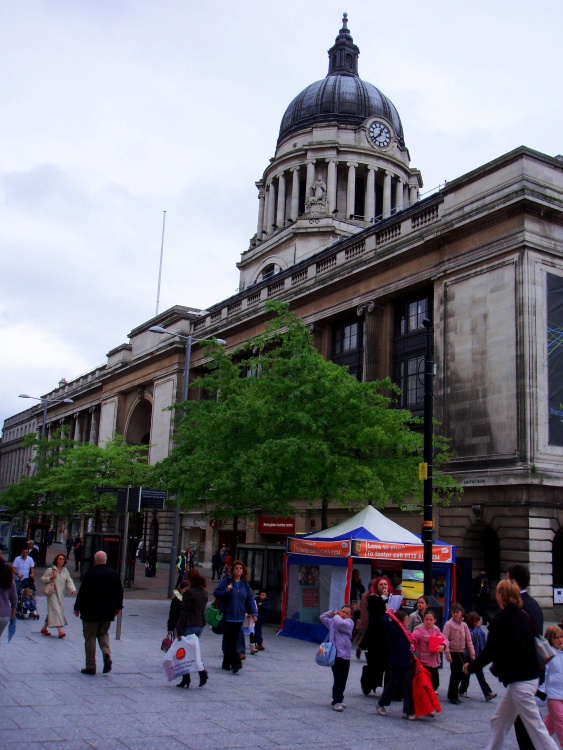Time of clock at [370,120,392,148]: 12:37
